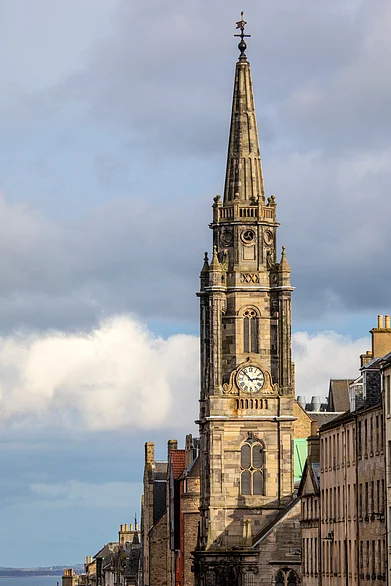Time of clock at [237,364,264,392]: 2:52
